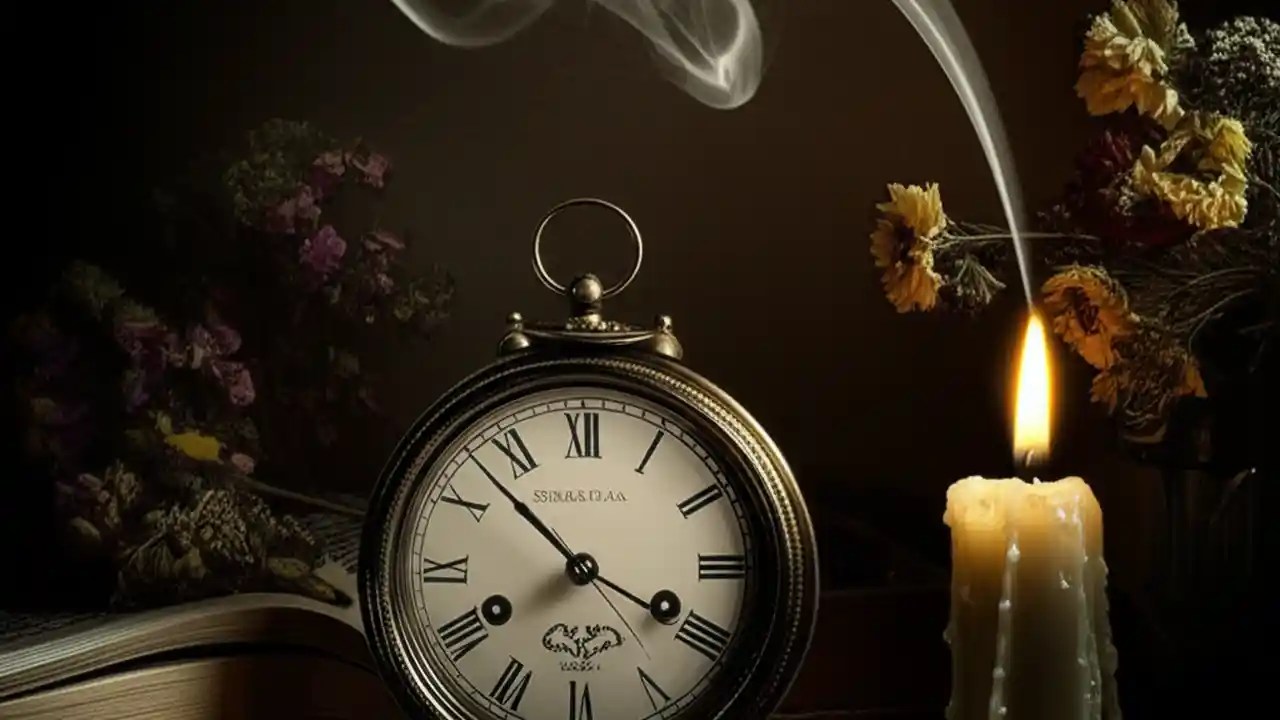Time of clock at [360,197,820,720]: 3:52
